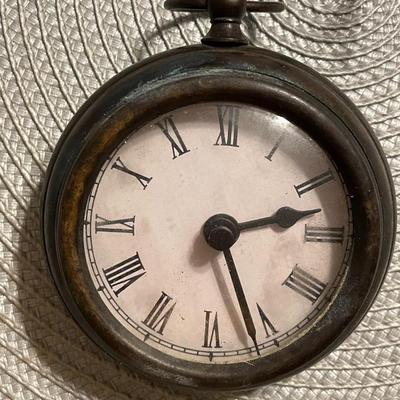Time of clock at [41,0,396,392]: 2:26
